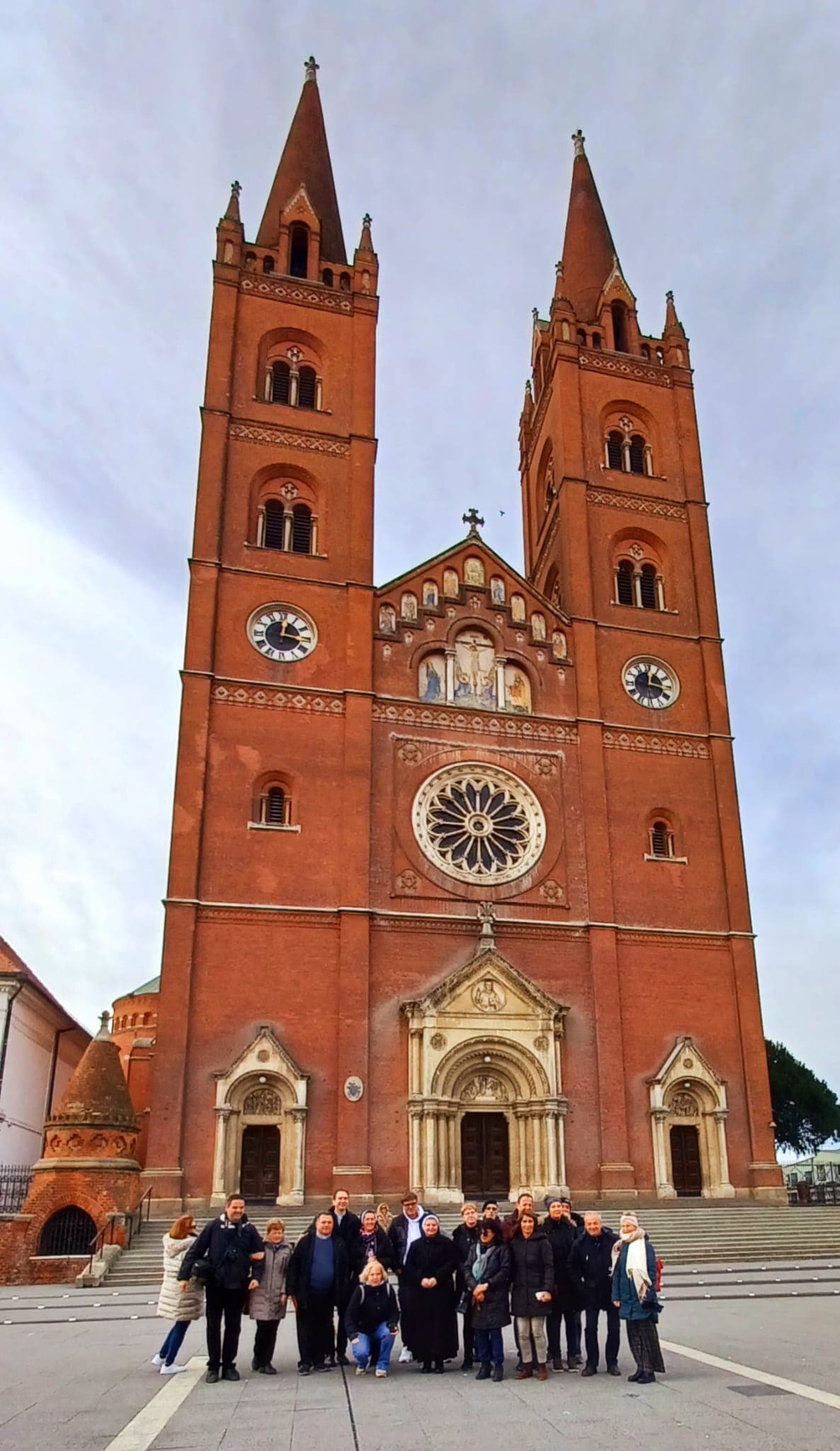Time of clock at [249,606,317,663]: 12:16
